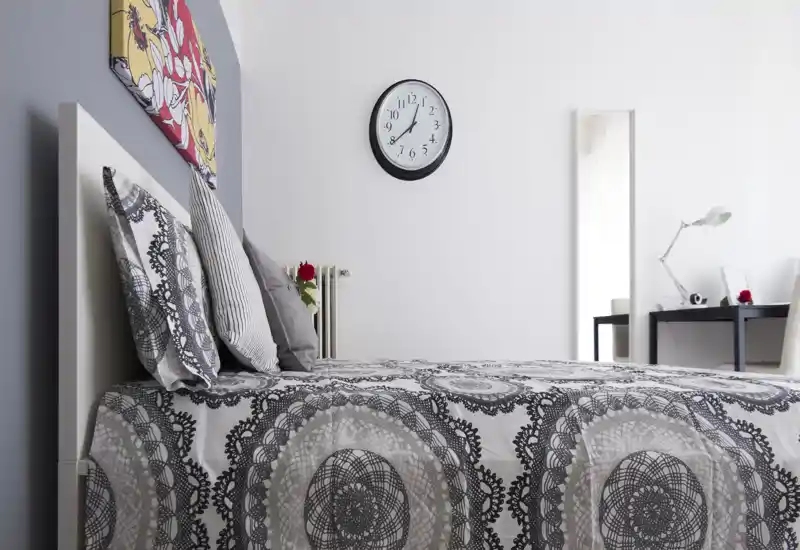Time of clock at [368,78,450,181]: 12:39
